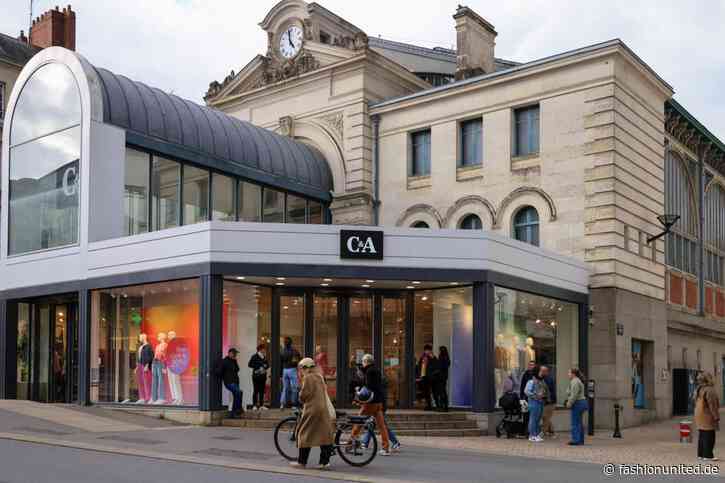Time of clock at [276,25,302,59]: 4:59
